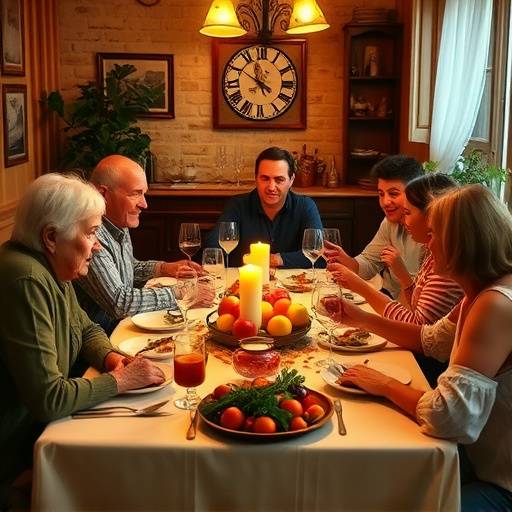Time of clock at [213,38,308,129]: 11:50
